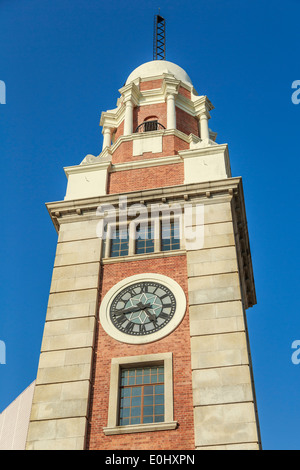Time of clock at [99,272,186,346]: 8:24
